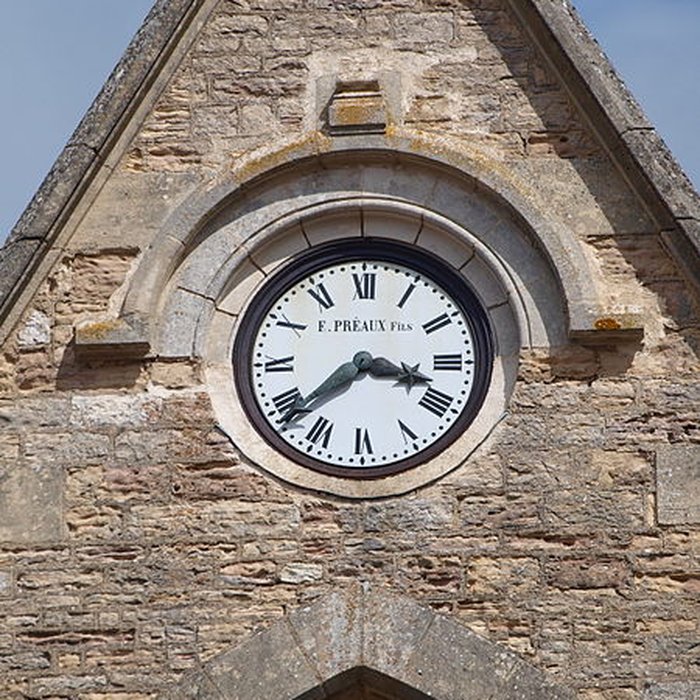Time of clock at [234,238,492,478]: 3:38
